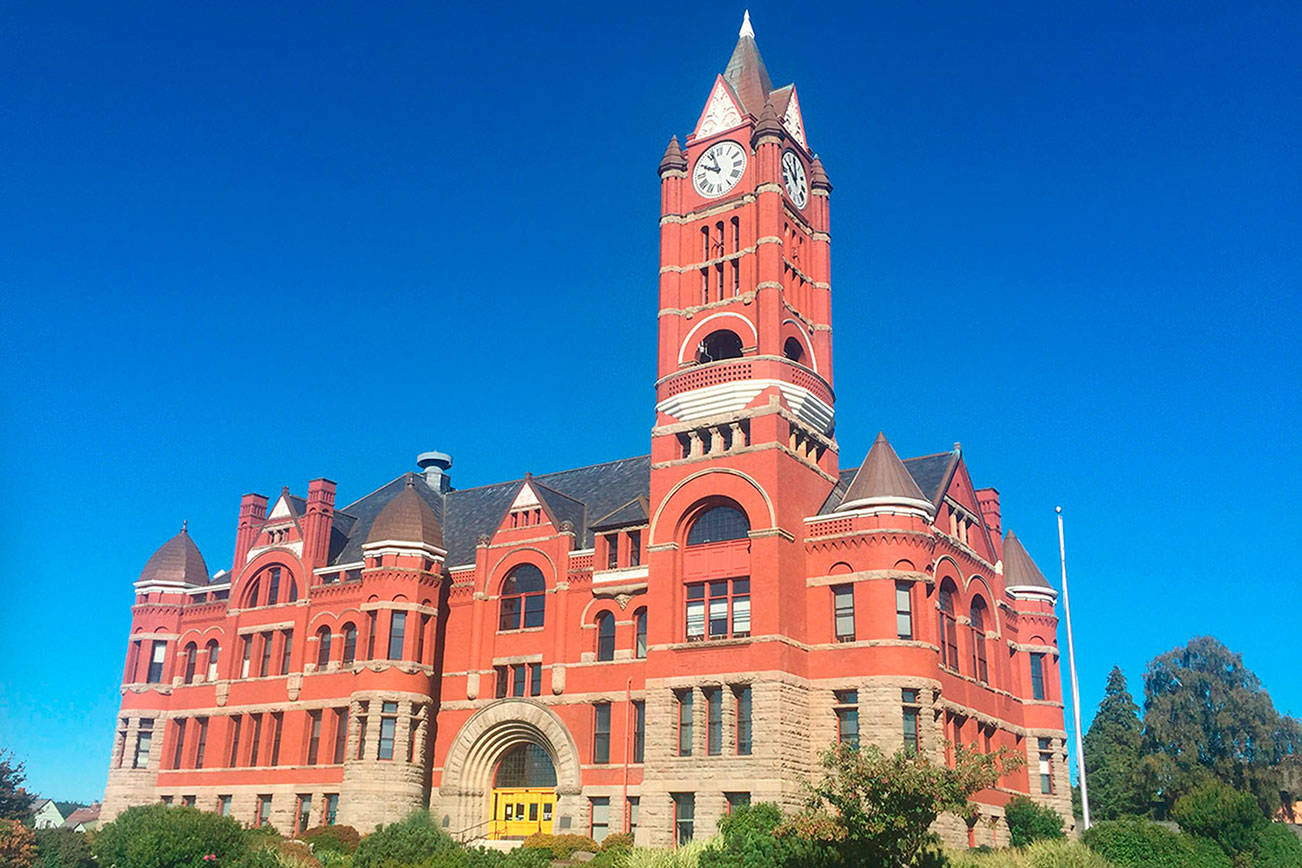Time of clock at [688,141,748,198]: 9:56
